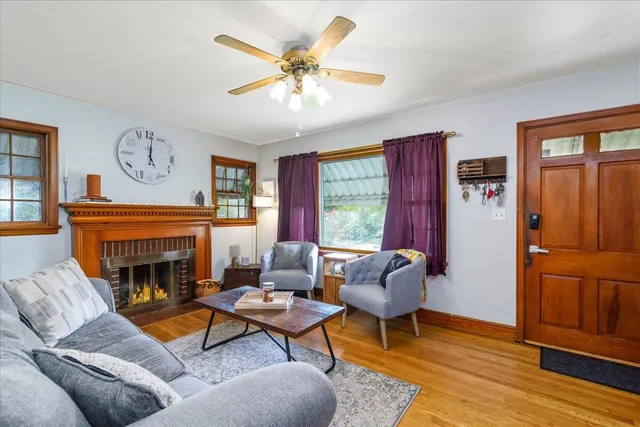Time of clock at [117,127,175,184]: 5:00
